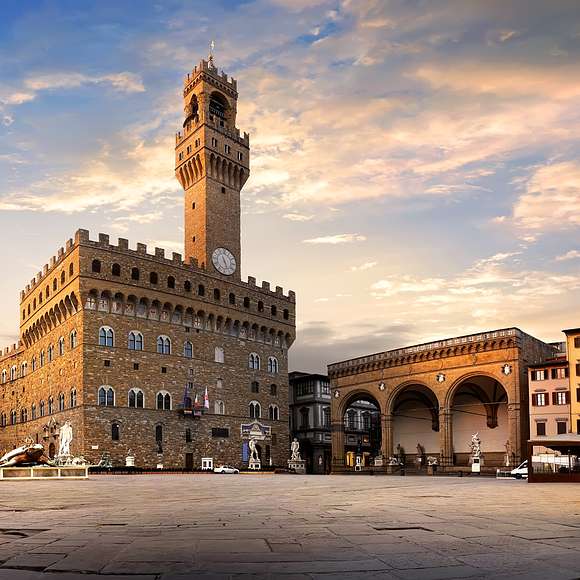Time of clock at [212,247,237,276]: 5:26
